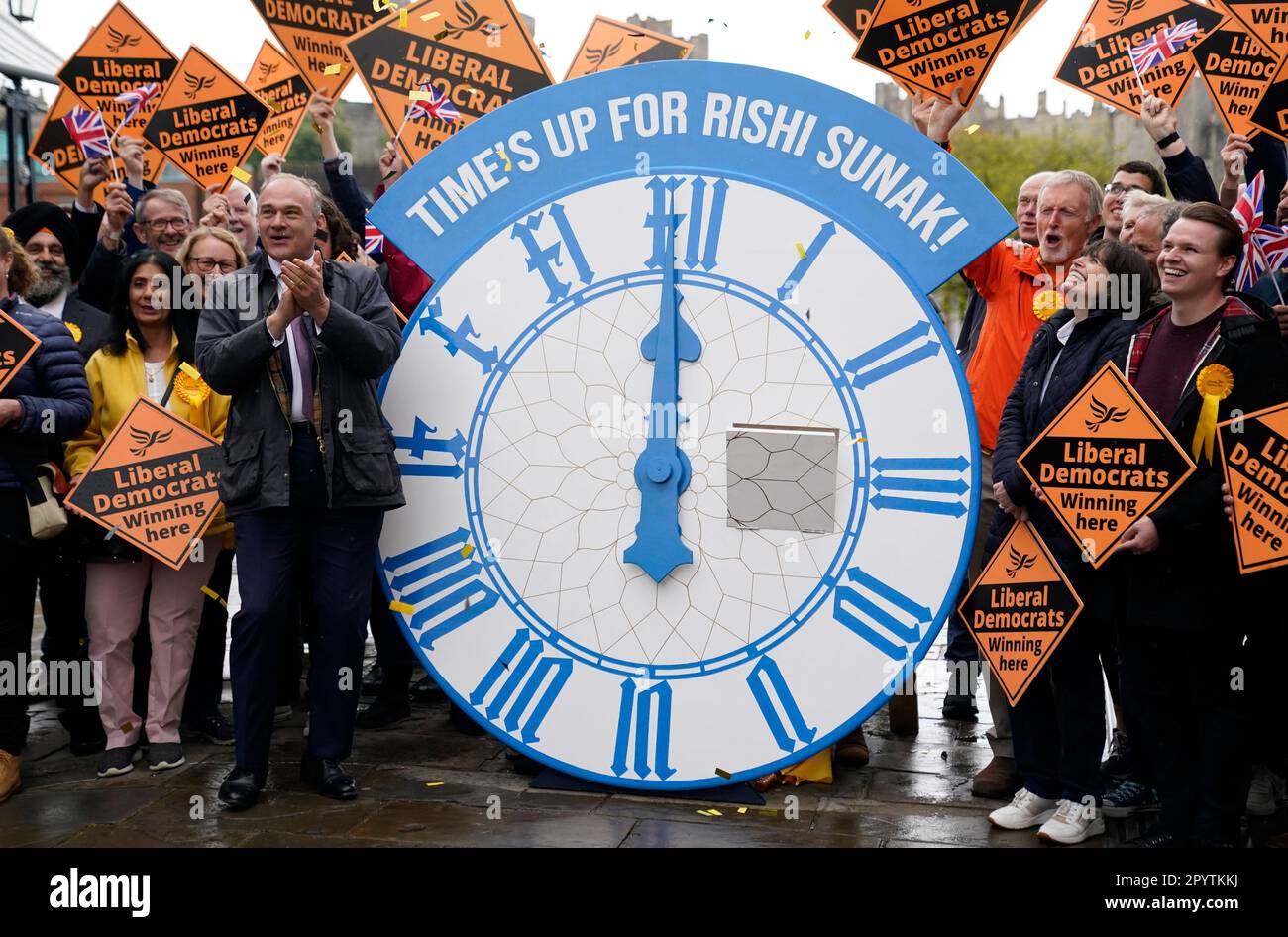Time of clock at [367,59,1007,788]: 5:59
